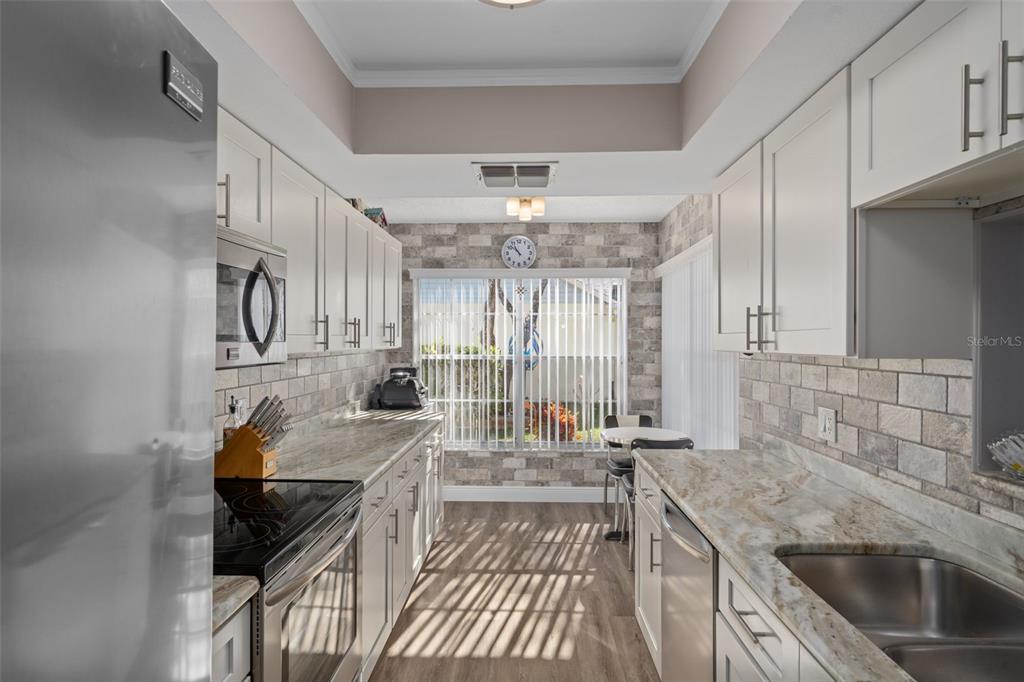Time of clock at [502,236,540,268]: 10:51
